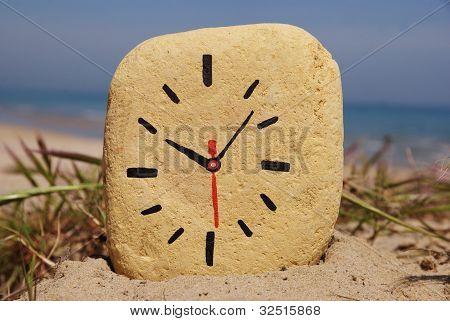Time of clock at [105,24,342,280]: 10:07
